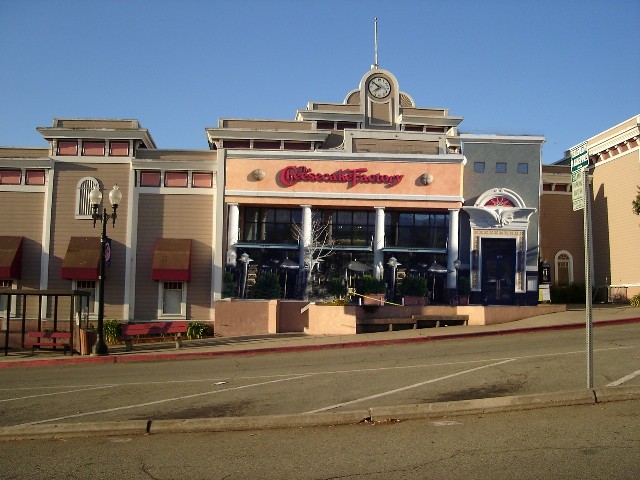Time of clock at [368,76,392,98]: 7:51
